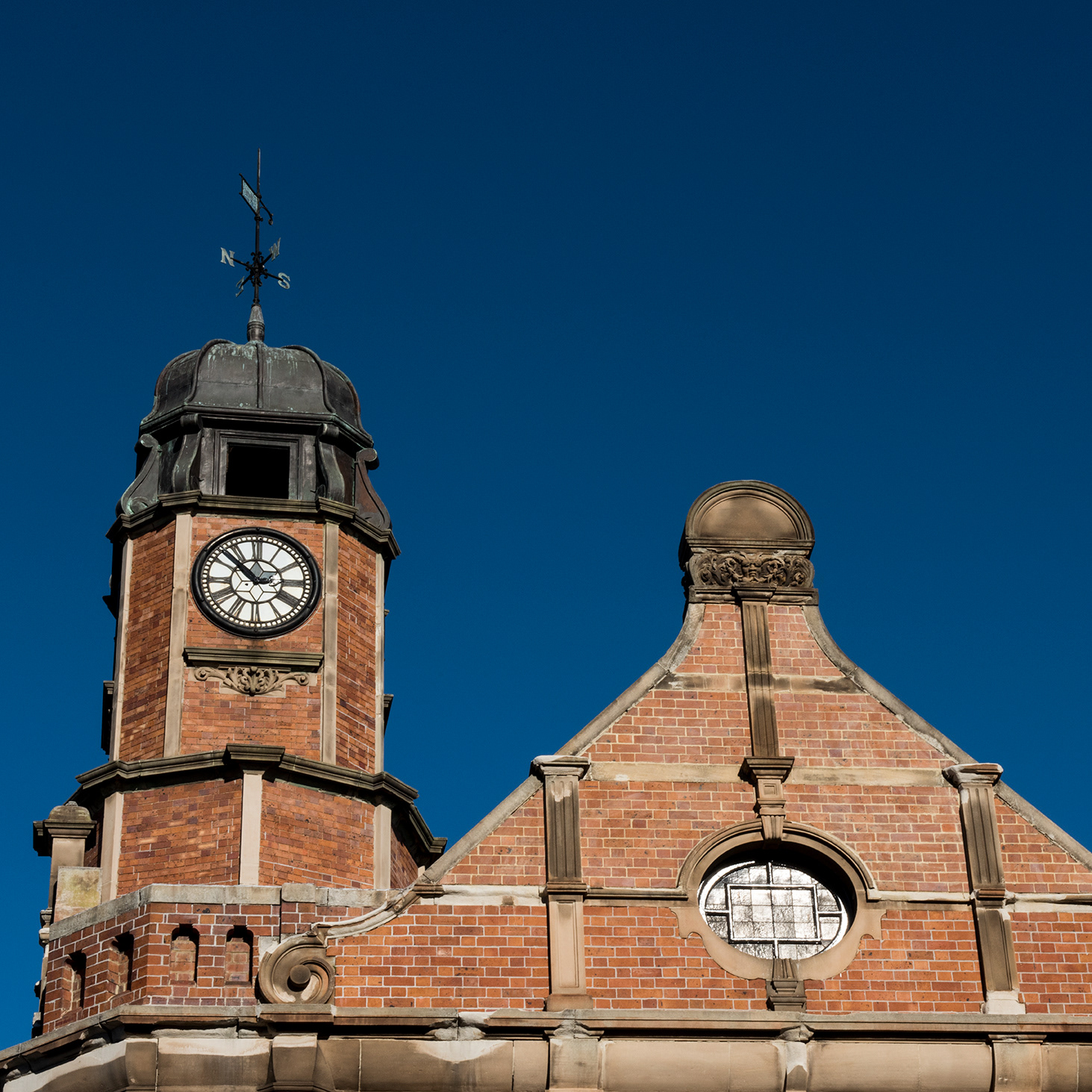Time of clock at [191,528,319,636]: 2:52
